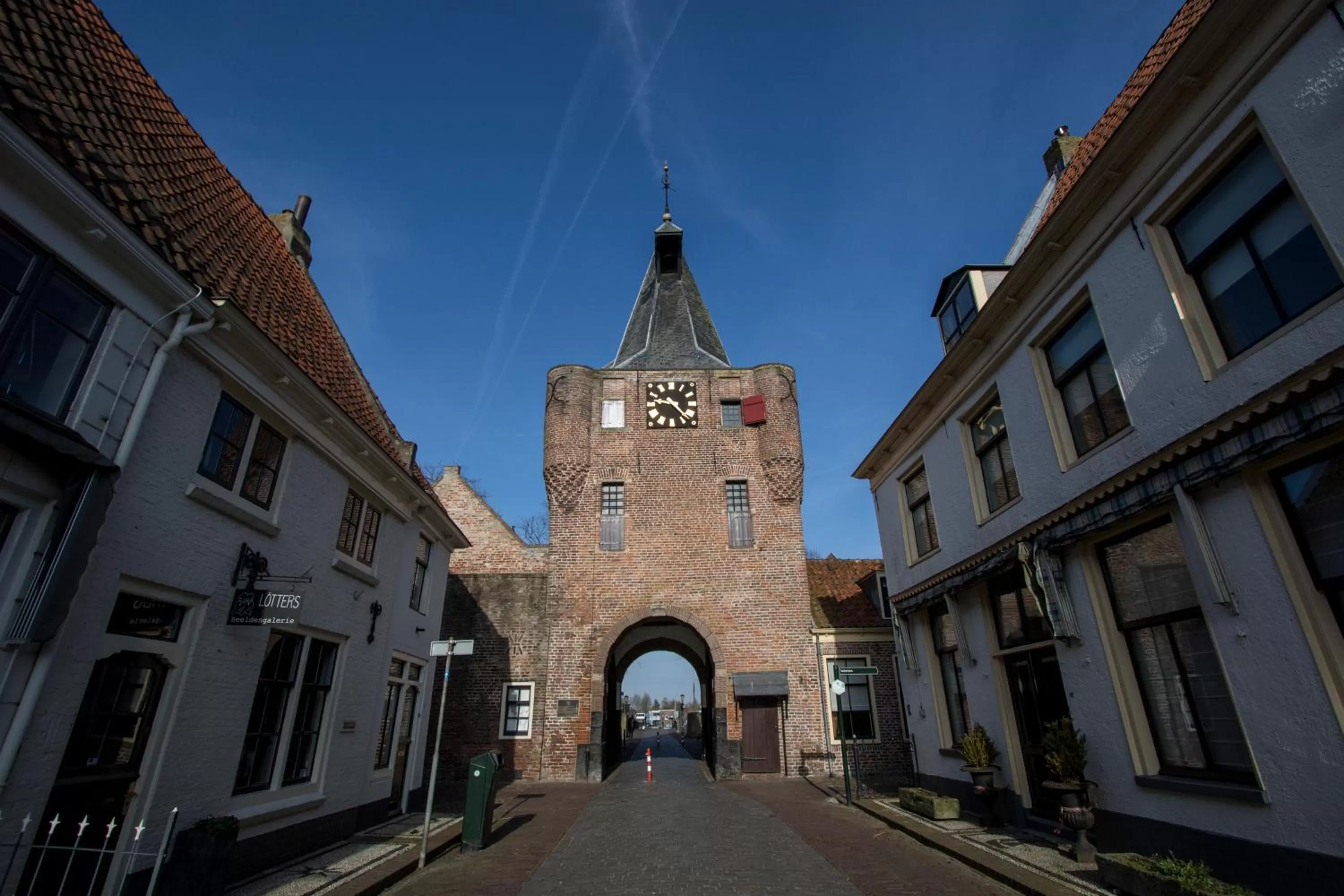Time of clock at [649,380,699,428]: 9:22
